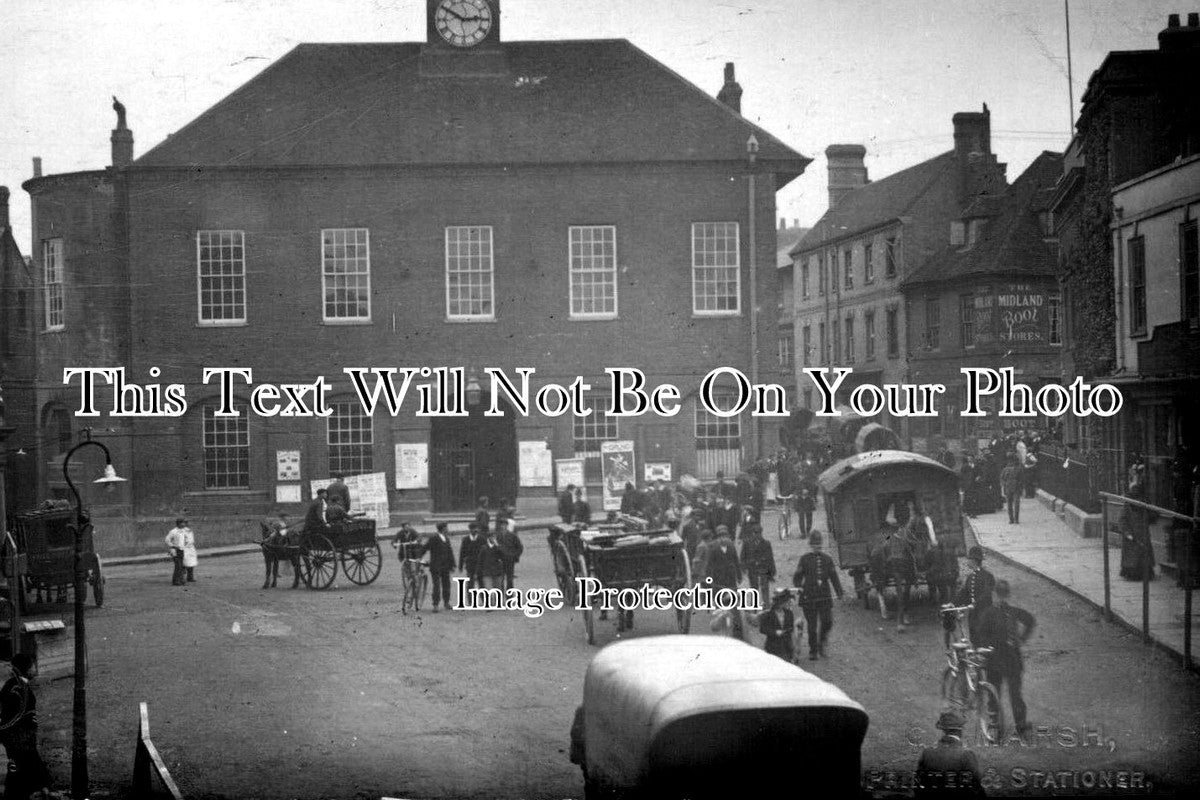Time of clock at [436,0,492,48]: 2:50
